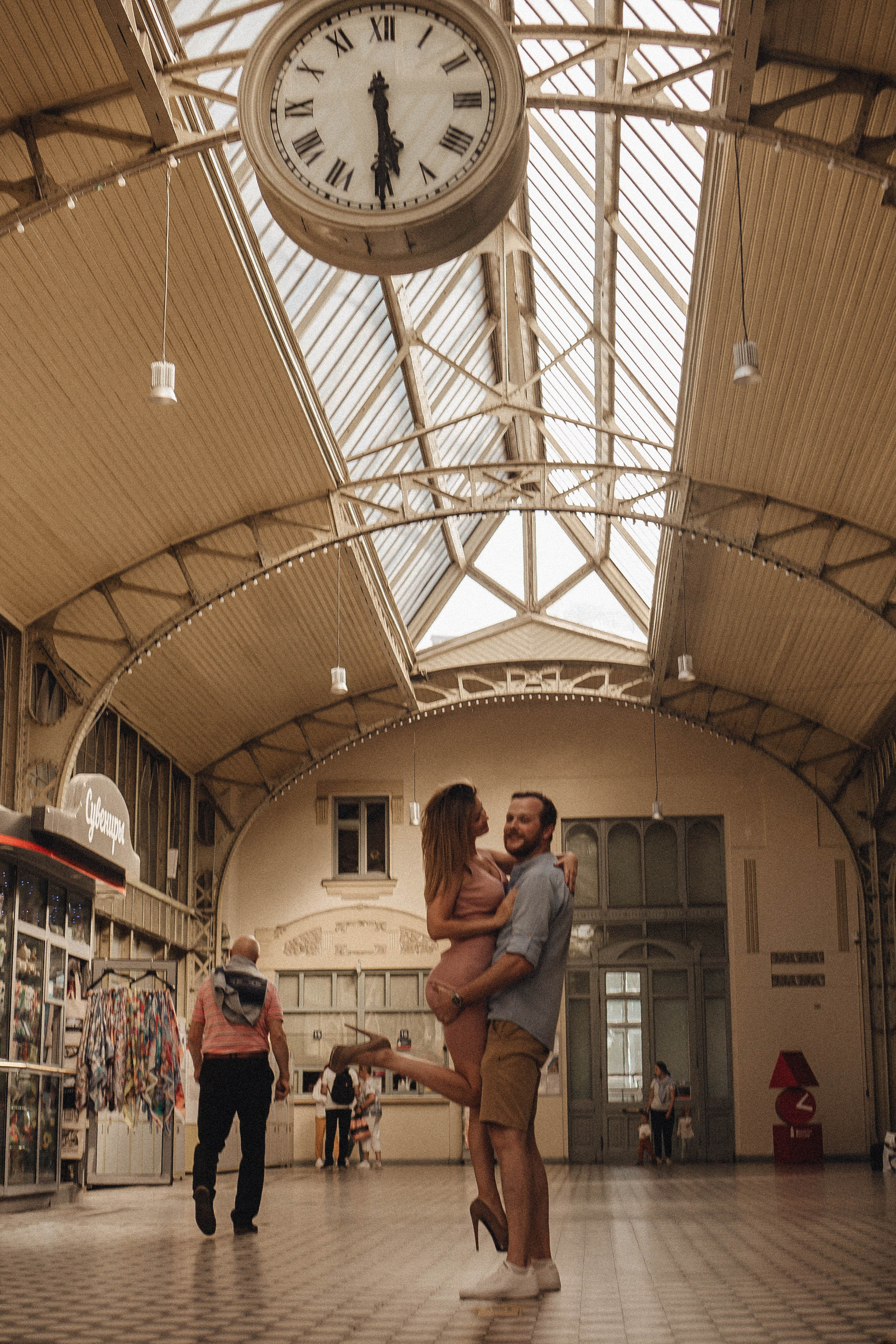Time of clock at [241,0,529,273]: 5:29
